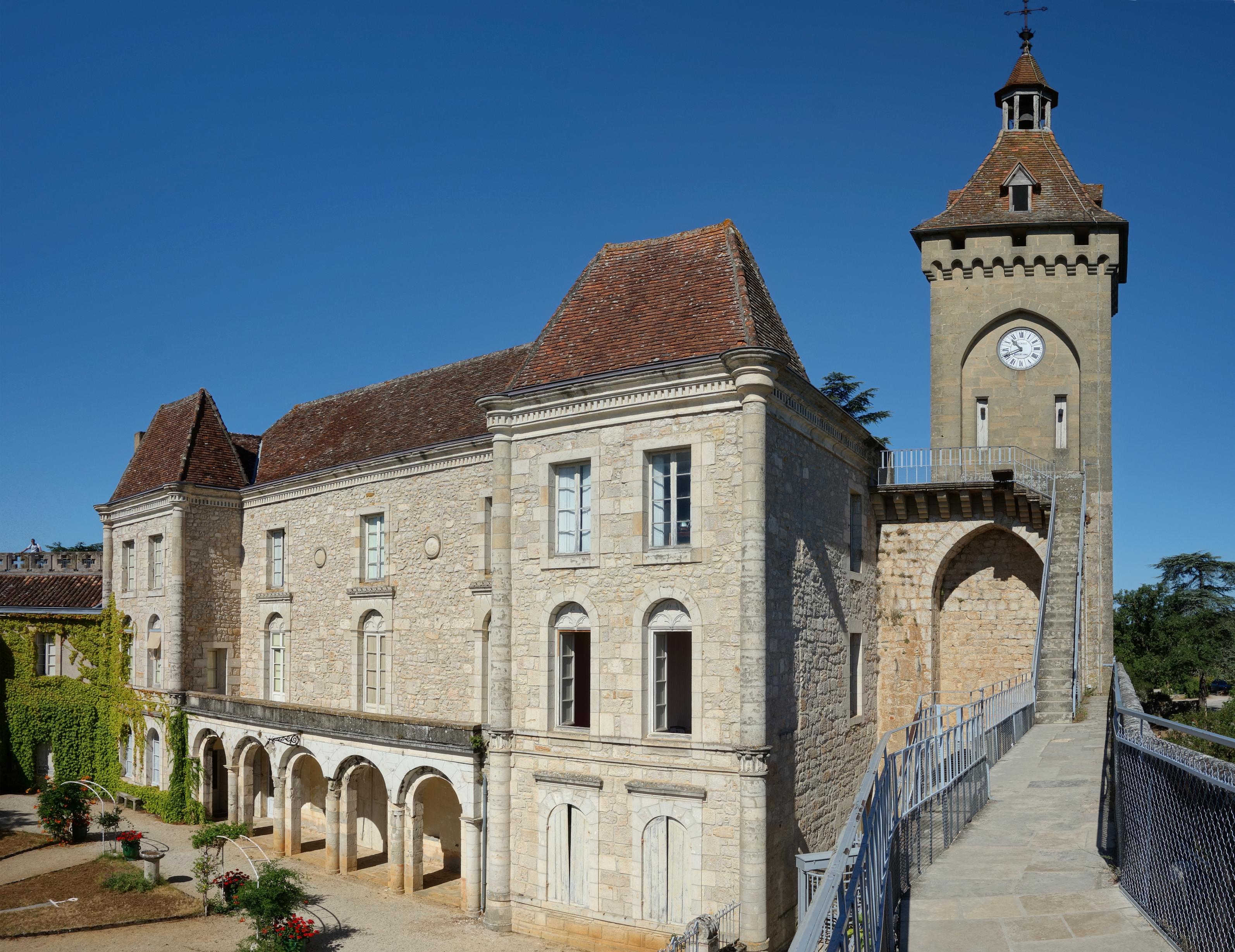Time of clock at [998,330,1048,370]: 10:40
